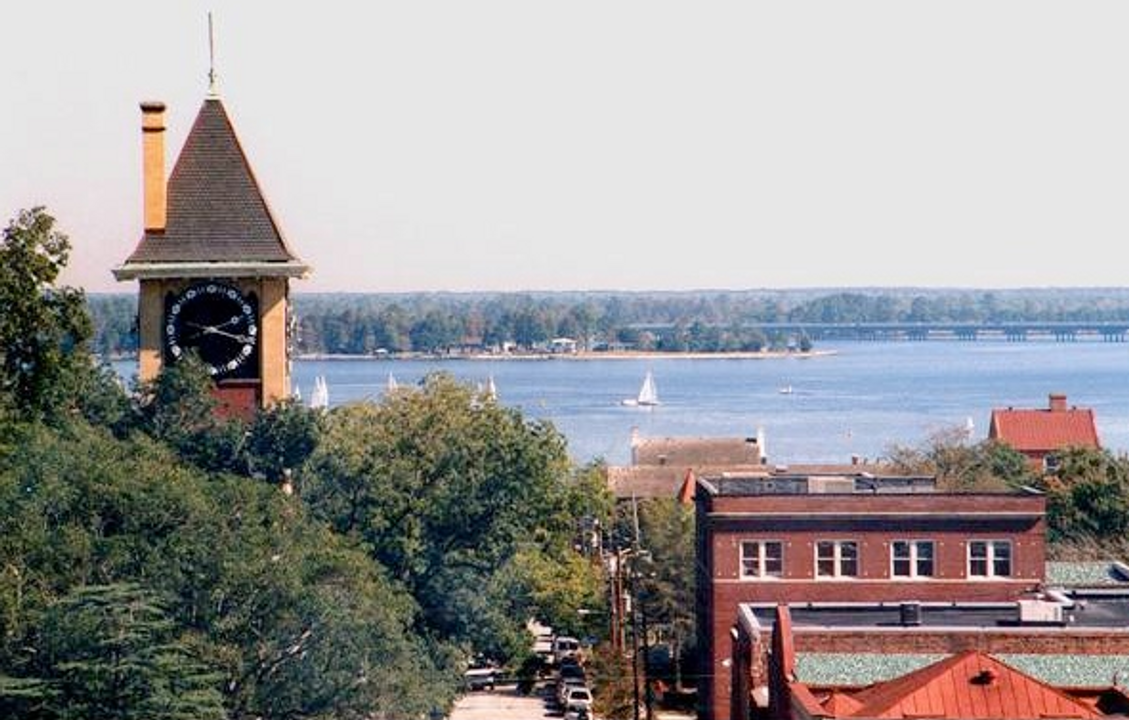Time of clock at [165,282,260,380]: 2:18
